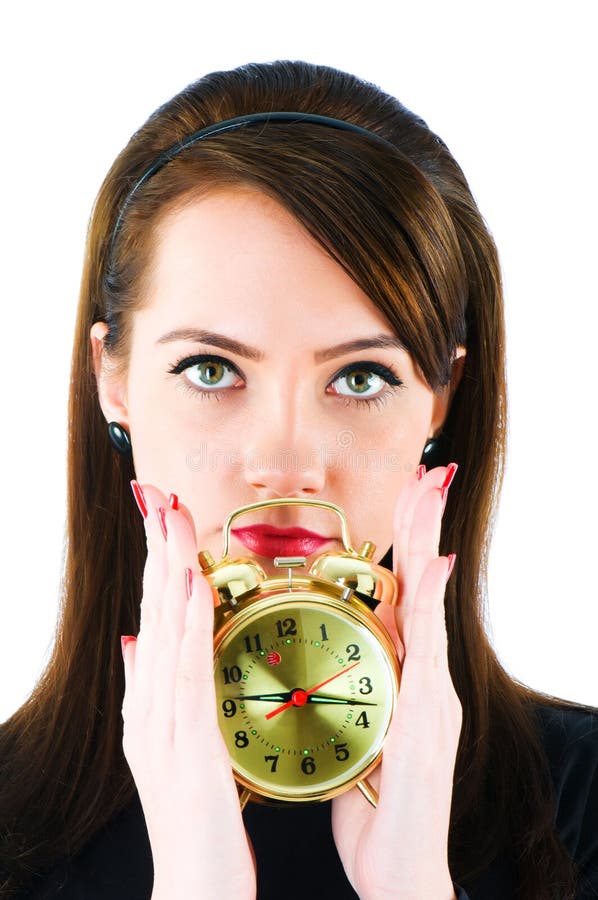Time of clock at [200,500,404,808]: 9:17
